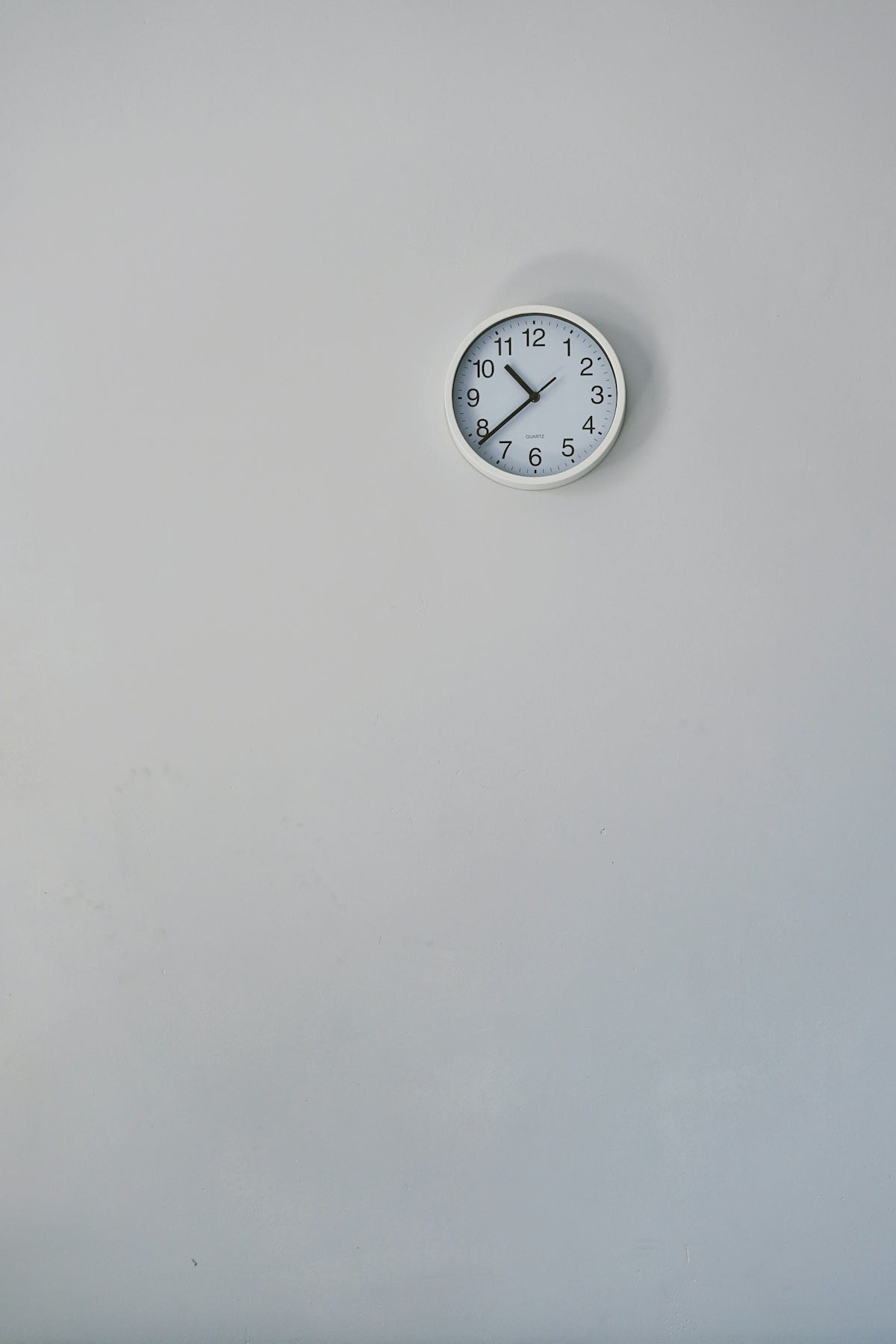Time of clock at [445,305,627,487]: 10:38
